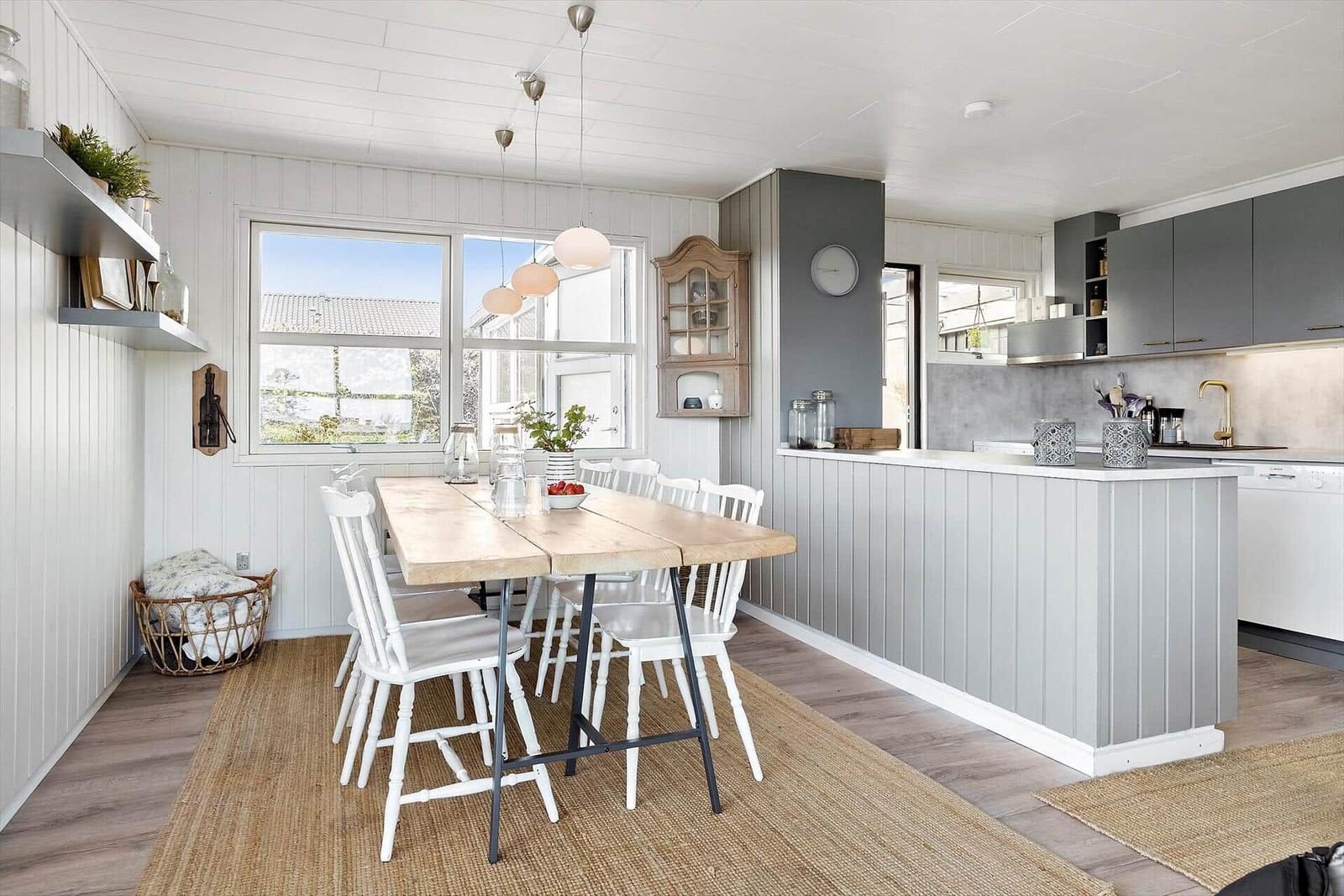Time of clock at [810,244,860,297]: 8:45
